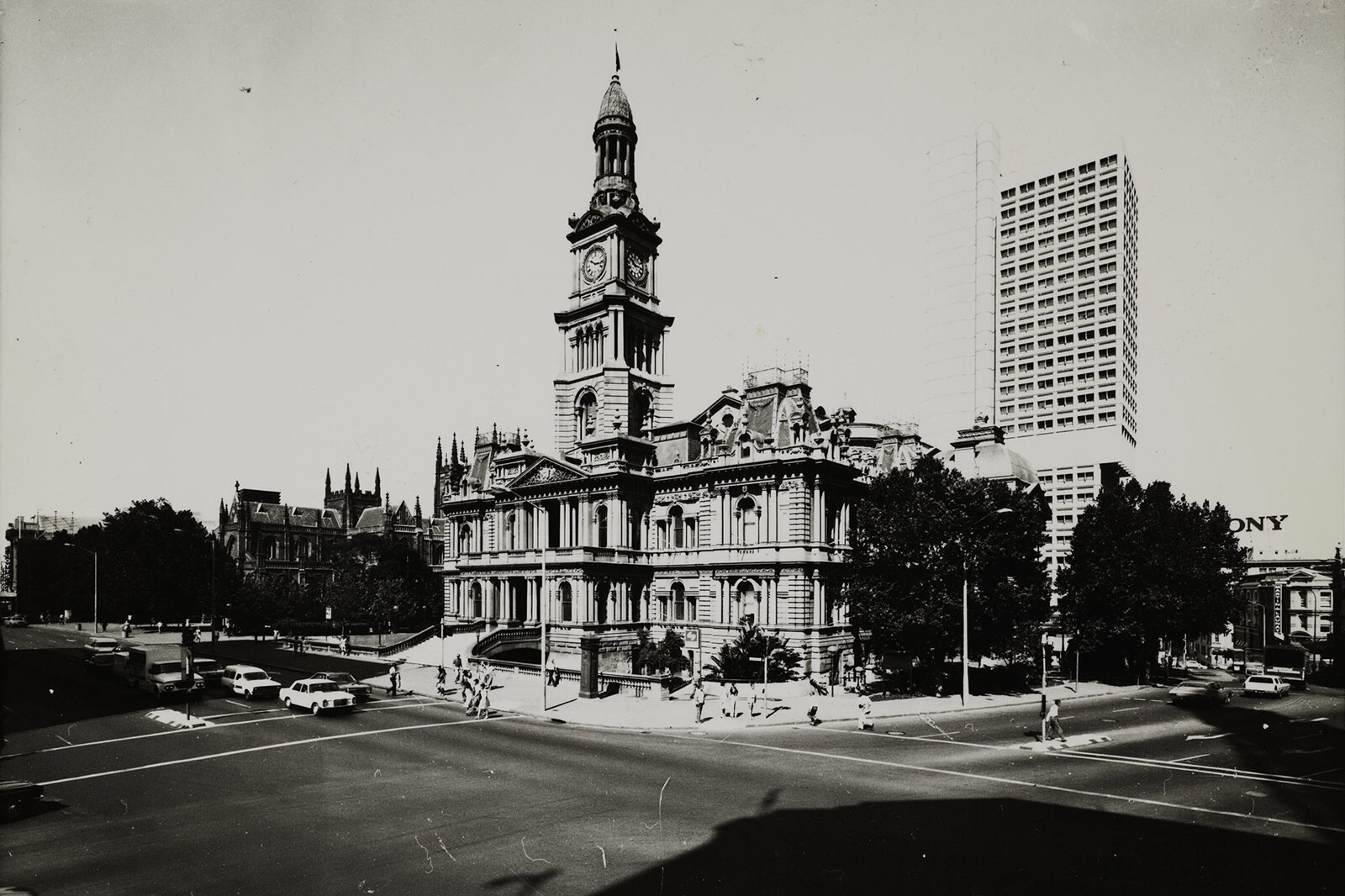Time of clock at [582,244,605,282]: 10:15
